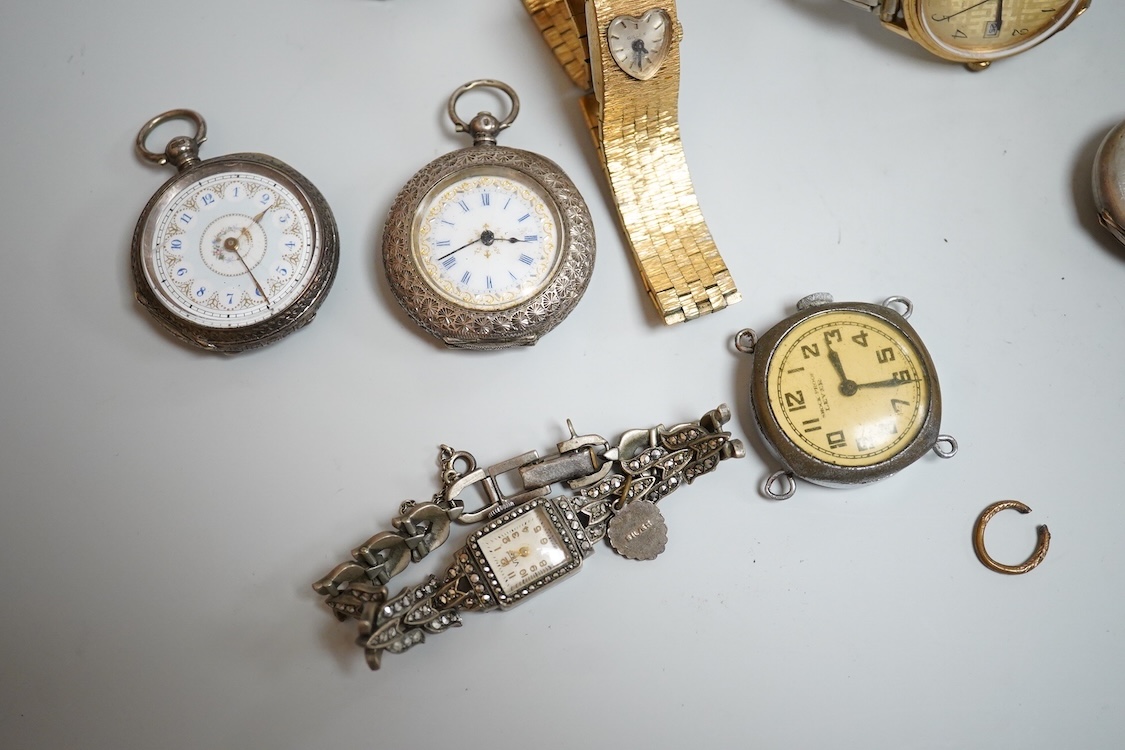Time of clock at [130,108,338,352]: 1:24
